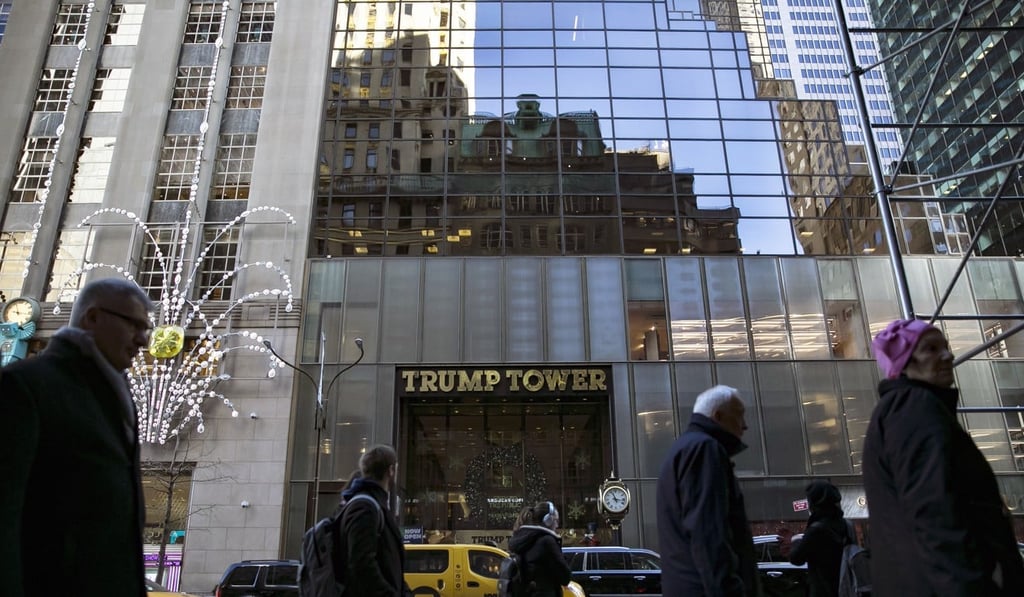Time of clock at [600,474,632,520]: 11:16
